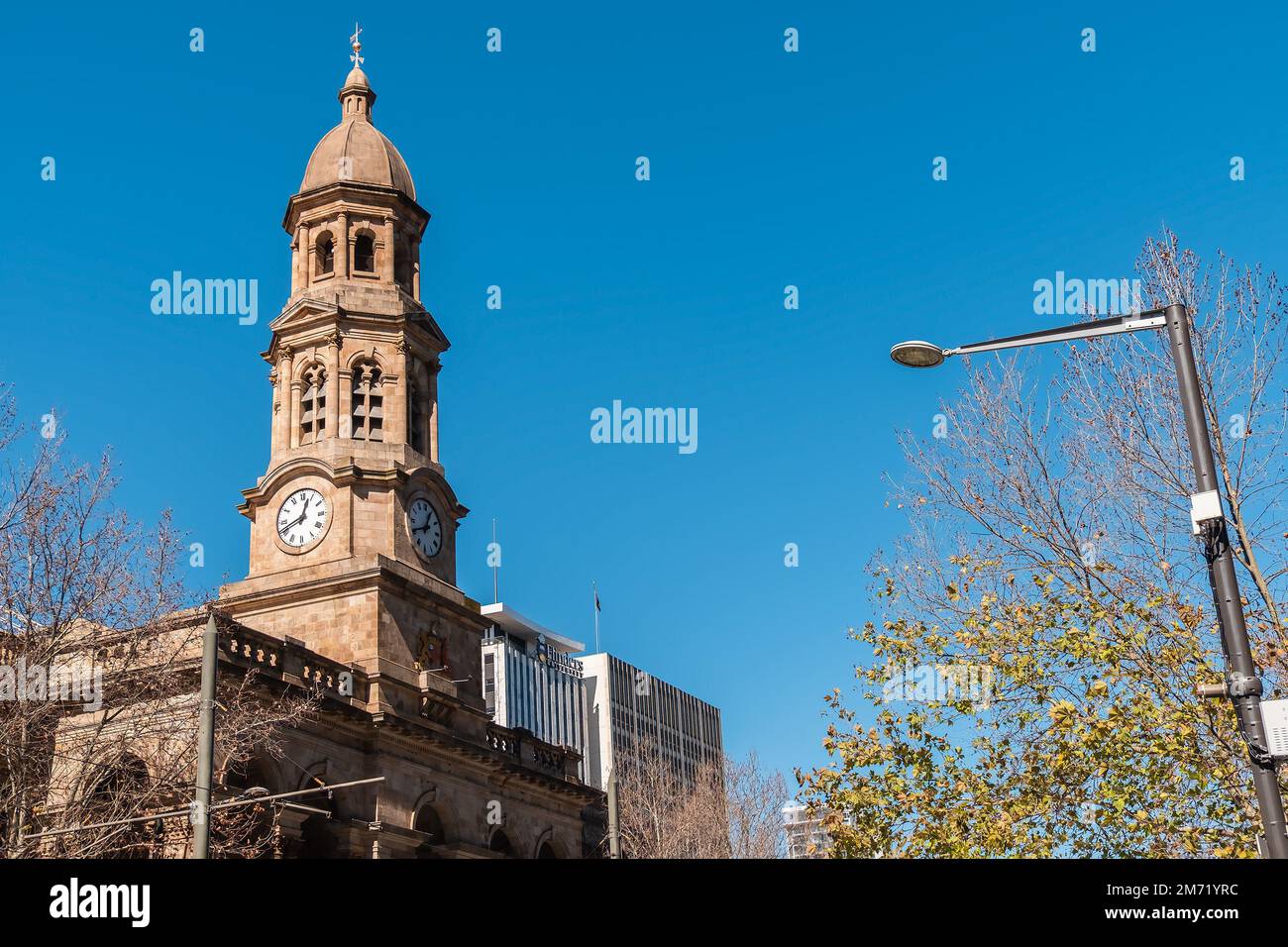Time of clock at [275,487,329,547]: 12:41
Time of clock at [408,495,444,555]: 12:40
